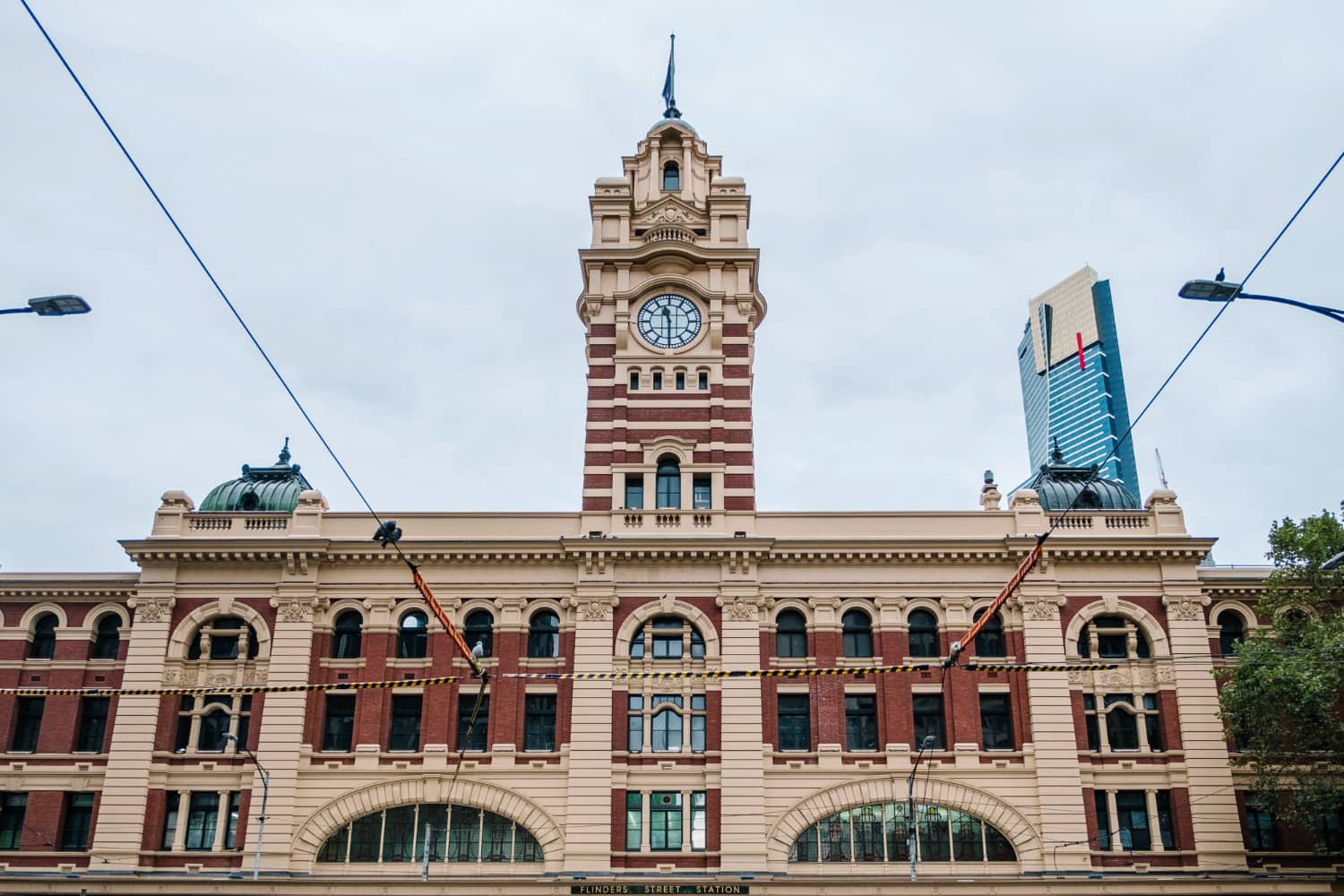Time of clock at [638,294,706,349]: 11:29
